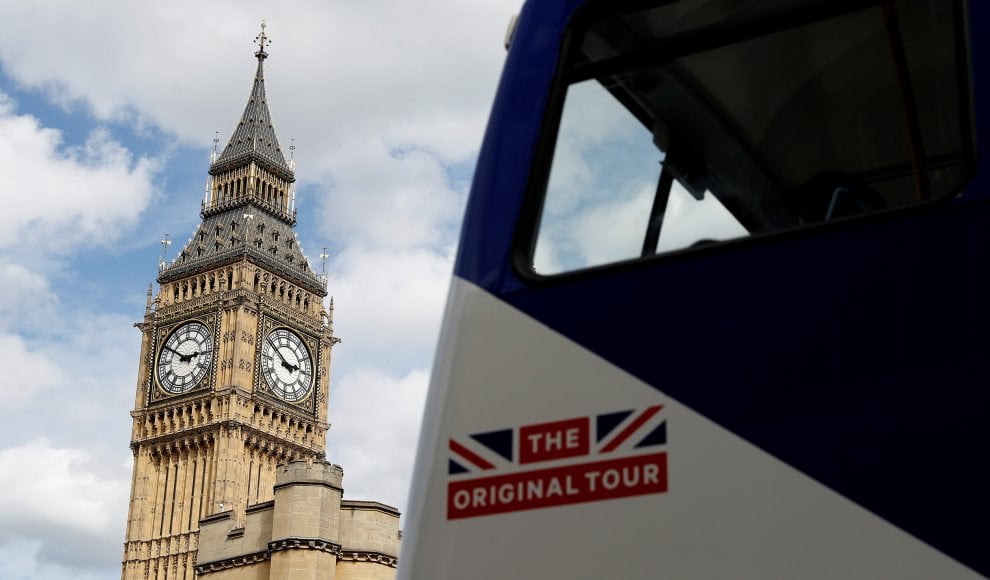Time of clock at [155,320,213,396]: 2:50
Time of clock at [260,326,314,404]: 2:50
